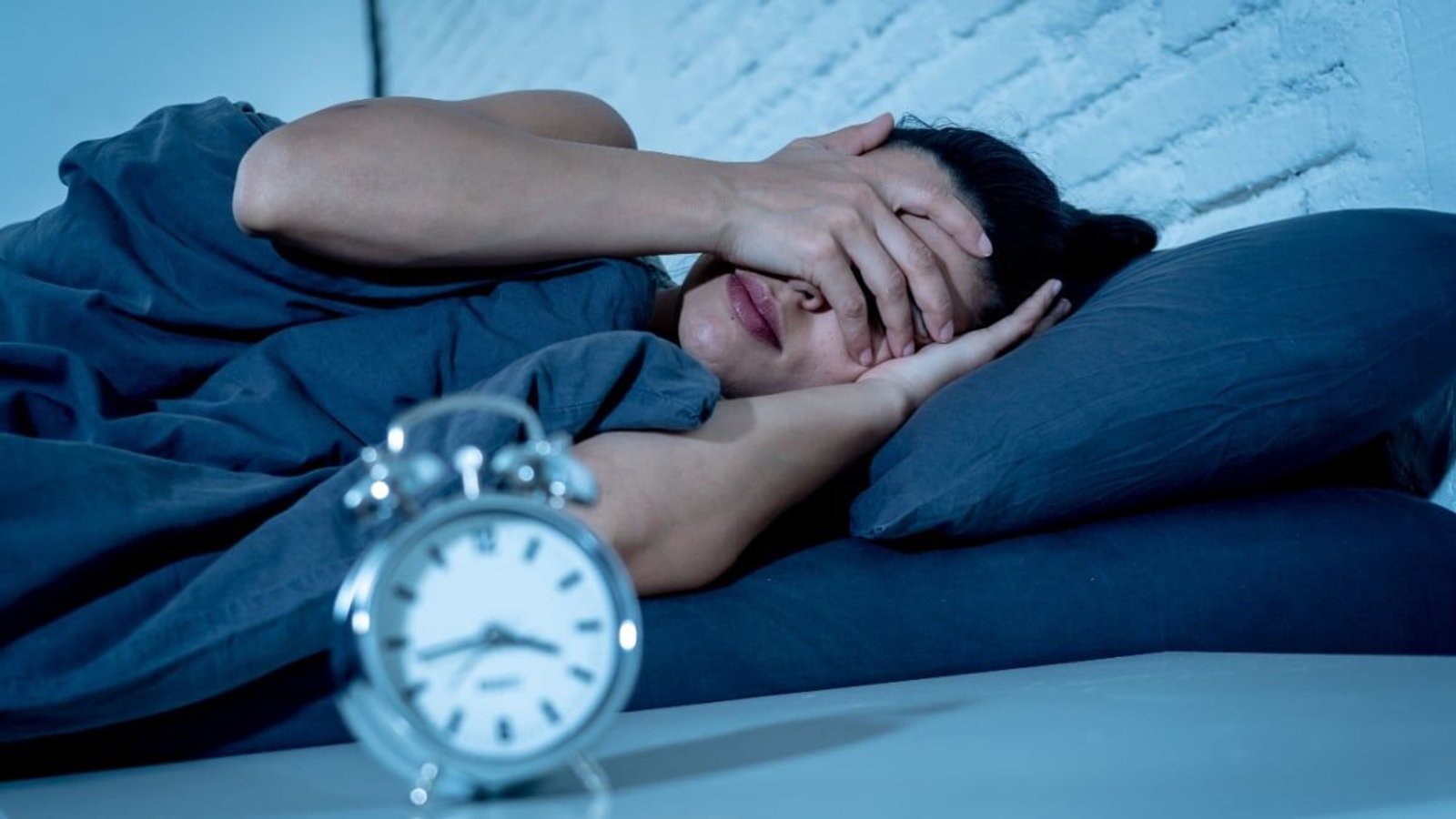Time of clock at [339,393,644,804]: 3:42
